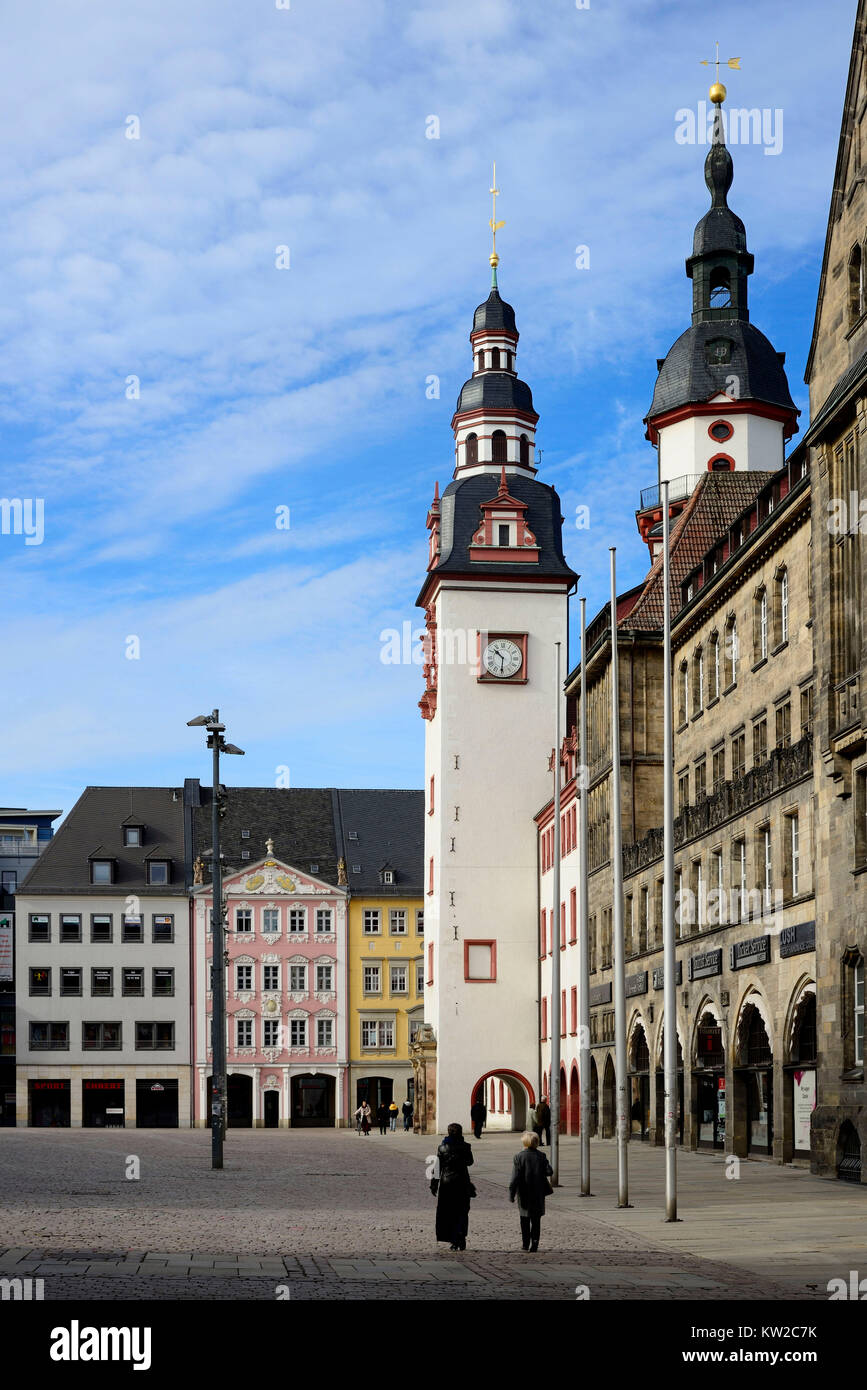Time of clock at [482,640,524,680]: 10:30
